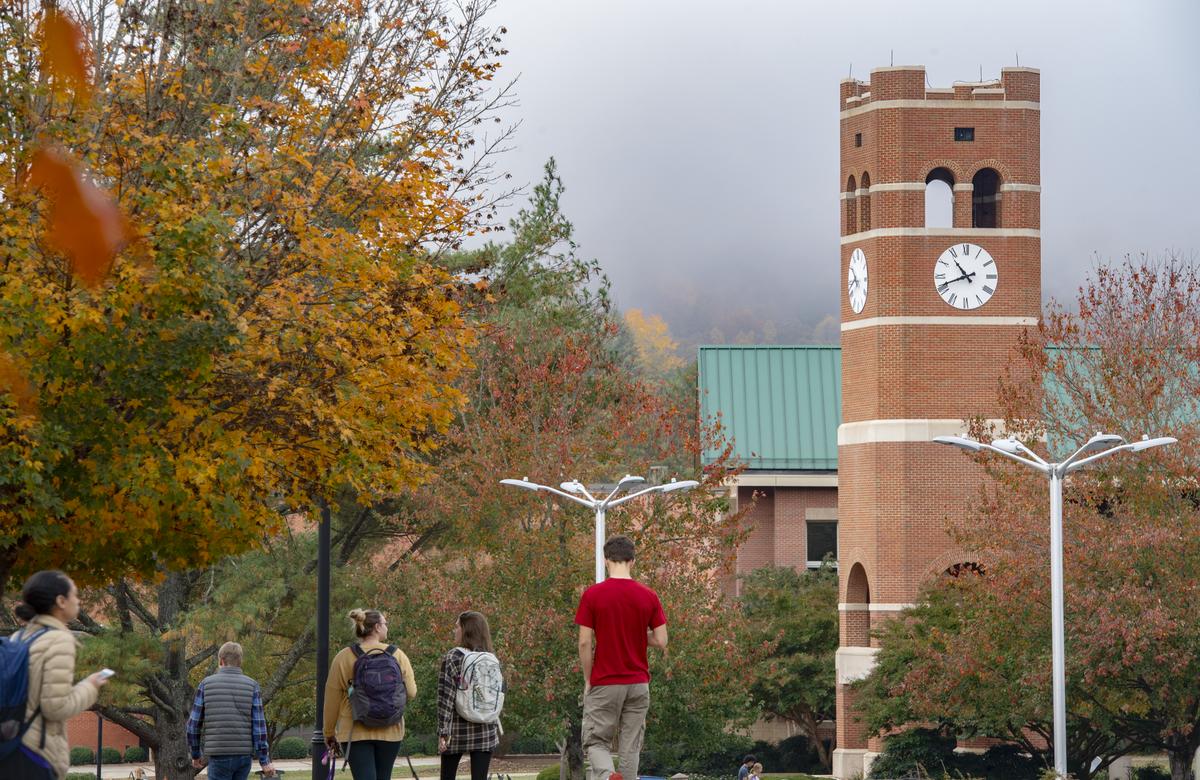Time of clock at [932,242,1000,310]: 10:41
